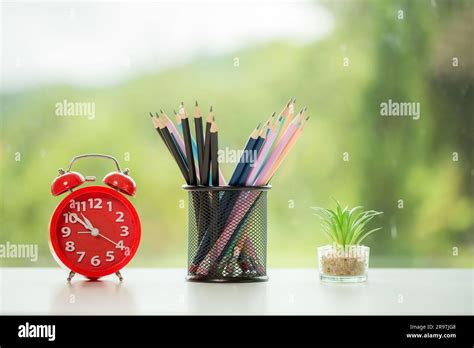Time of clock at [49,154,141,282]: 10:51
